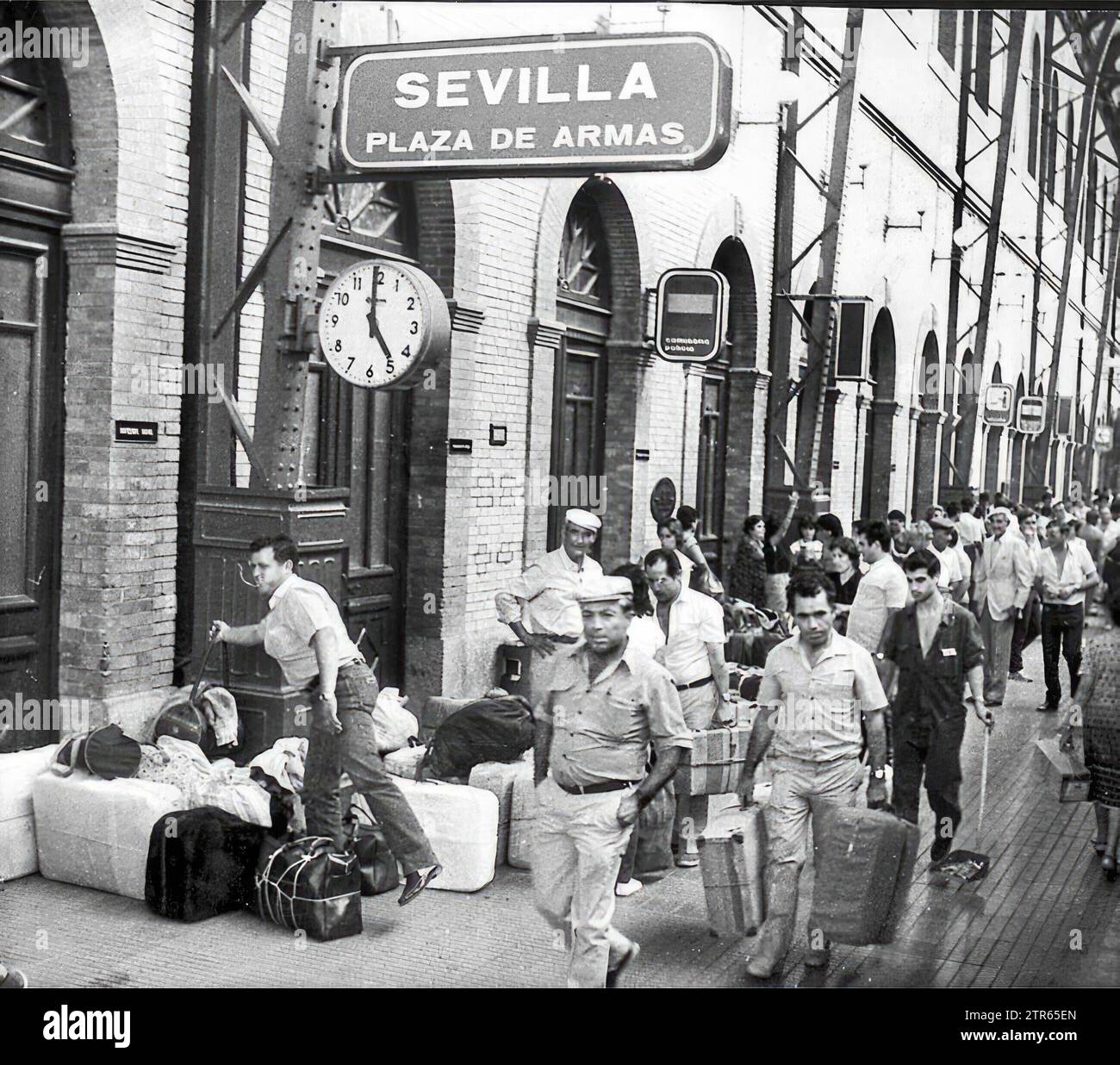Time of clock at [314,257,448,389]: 4:59
